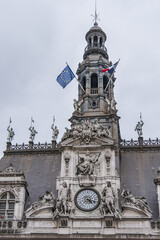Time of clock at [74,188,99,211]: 4:17
